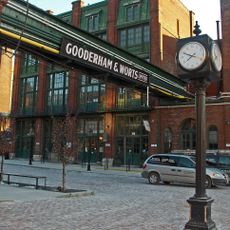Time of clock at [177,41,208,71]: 7:48
